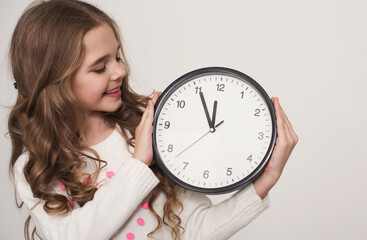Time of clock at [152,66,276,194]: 11:55
